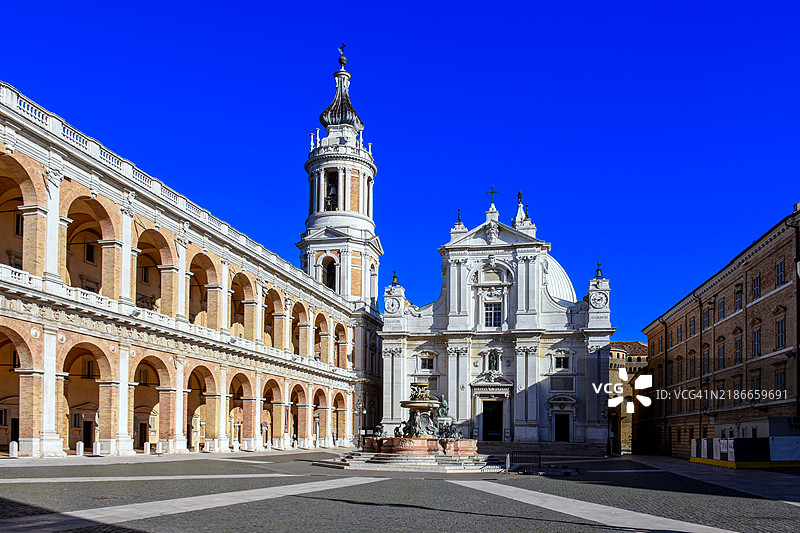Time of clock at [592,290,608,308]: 1:46
